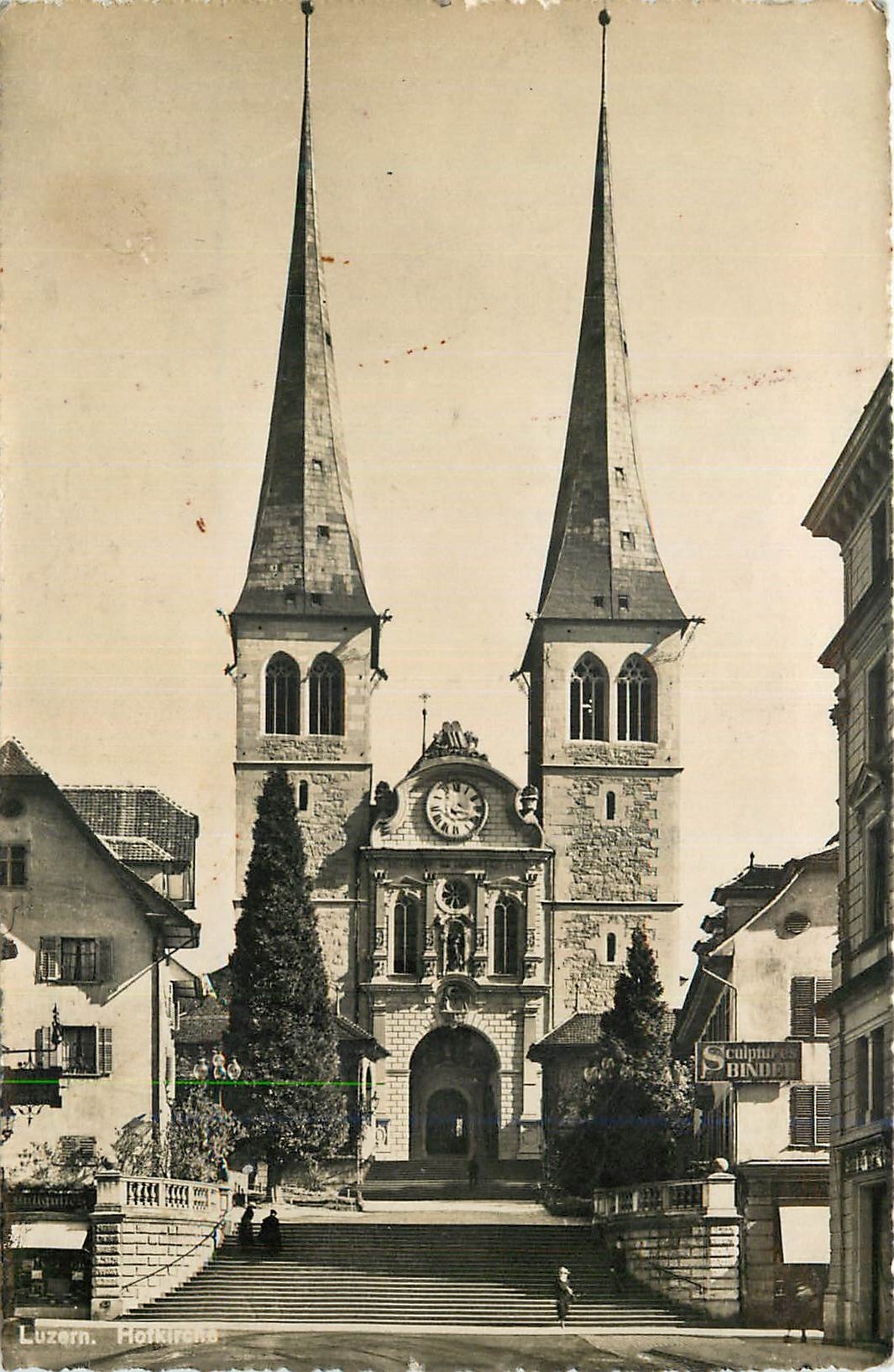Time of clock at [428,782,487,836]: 5:18
